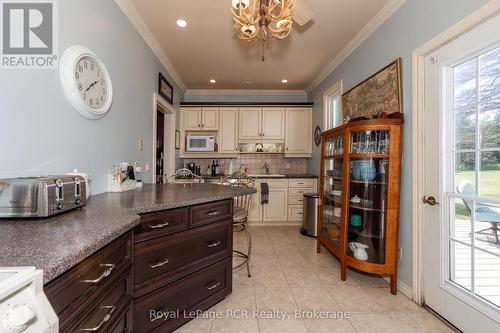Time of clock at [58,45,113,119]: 1:36
